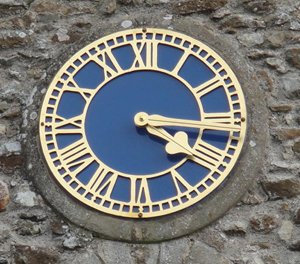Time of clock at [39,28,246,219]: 4:16
